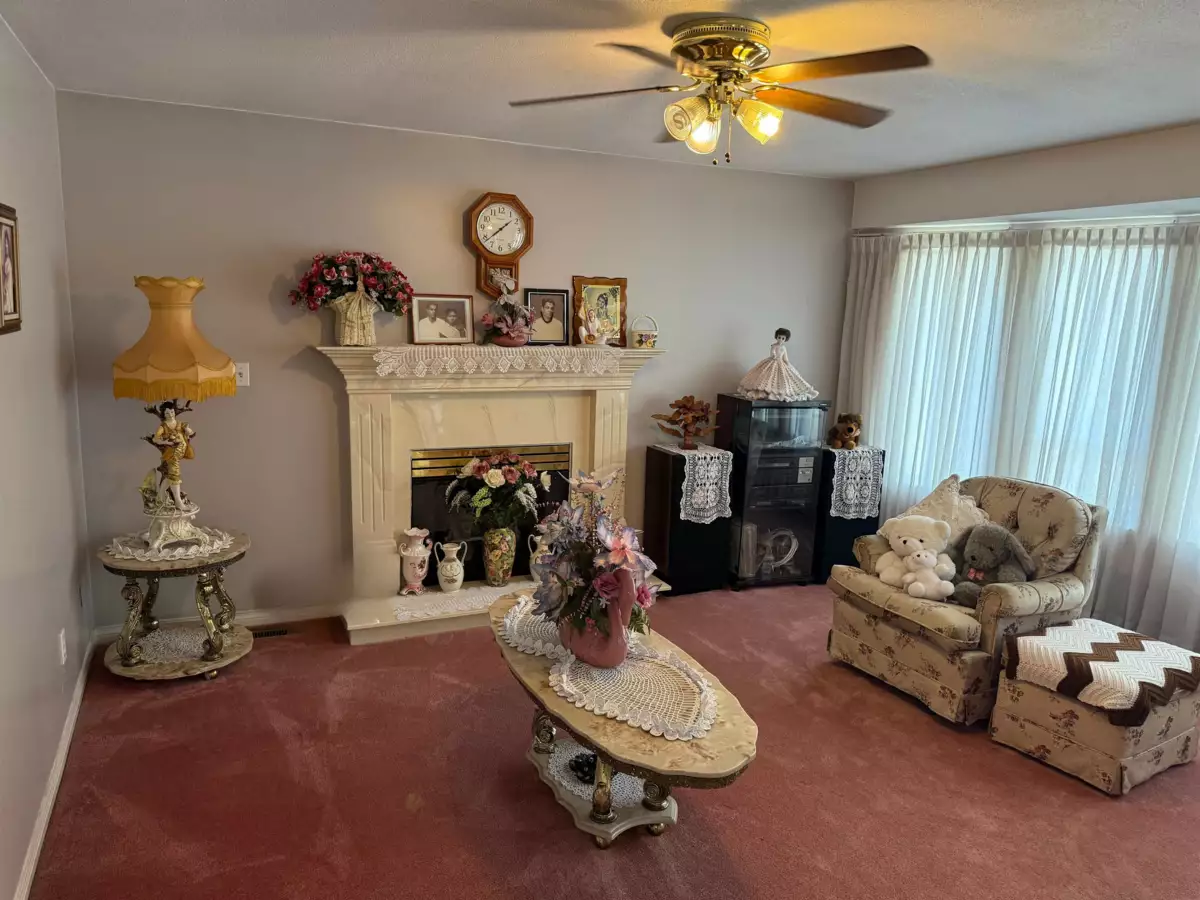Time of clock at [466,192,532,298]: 1:38
